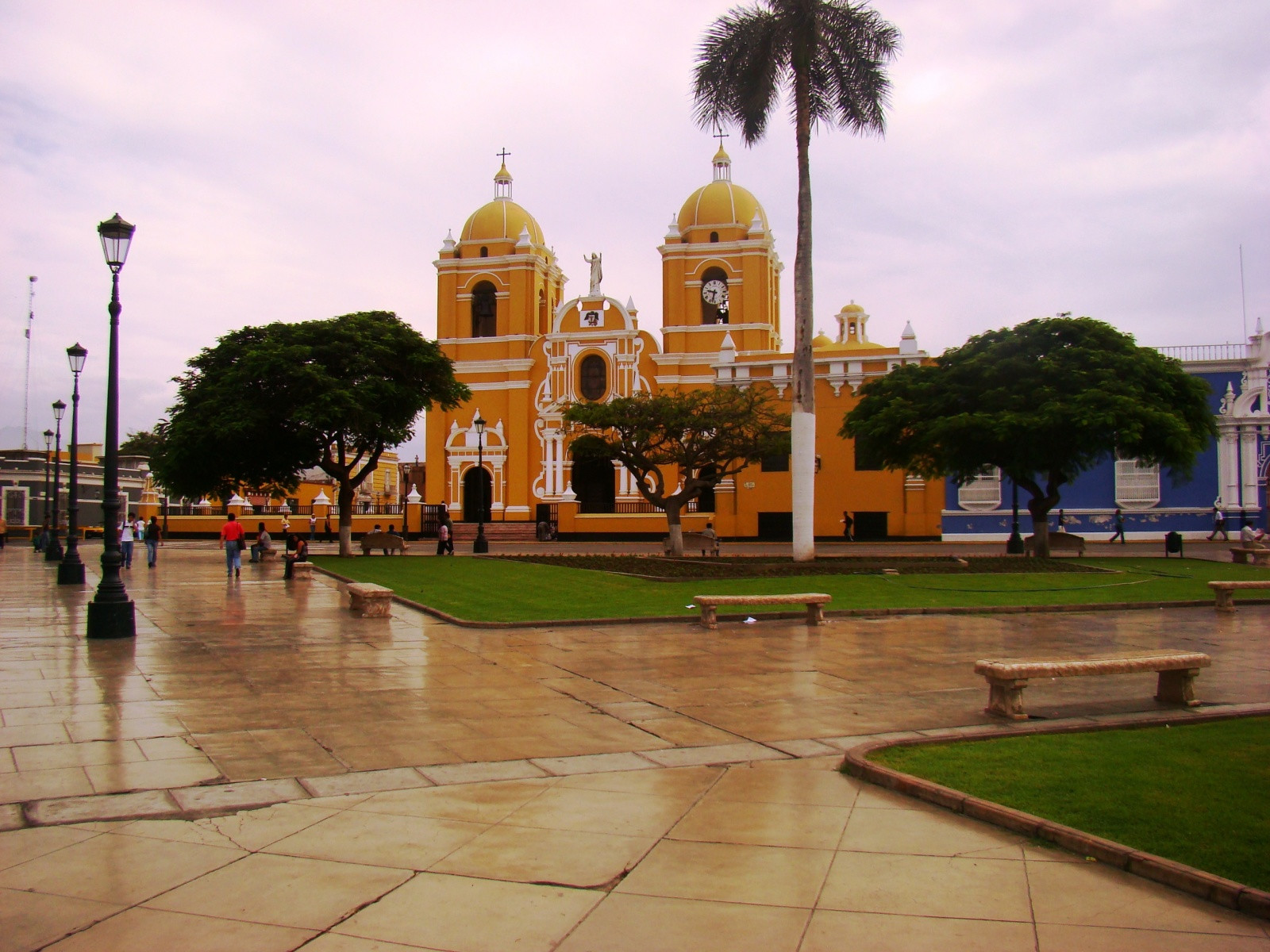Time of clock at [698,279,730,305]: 9:33
